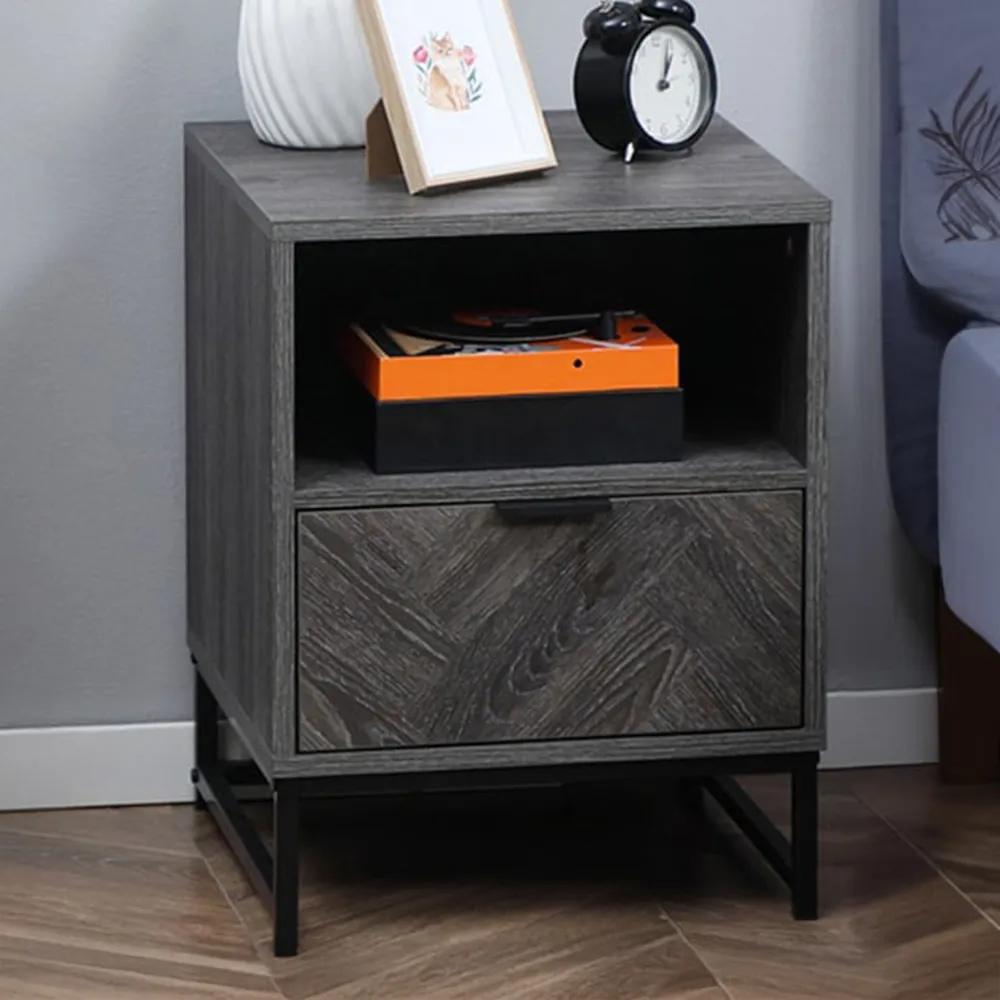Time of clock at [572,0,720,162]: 1:02
